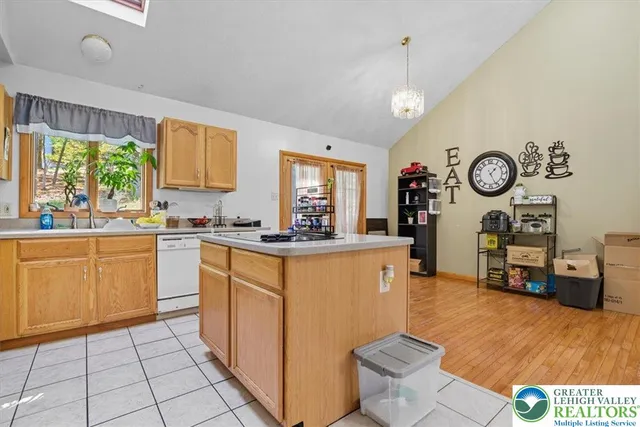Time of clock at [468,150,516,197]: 1:26
